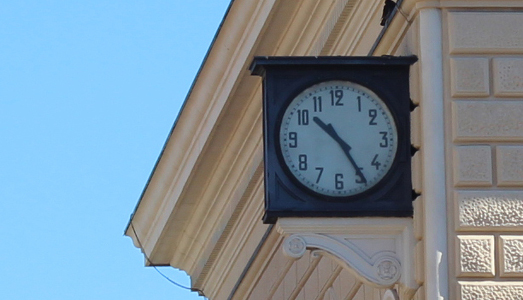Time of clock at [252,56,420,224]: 10:24
